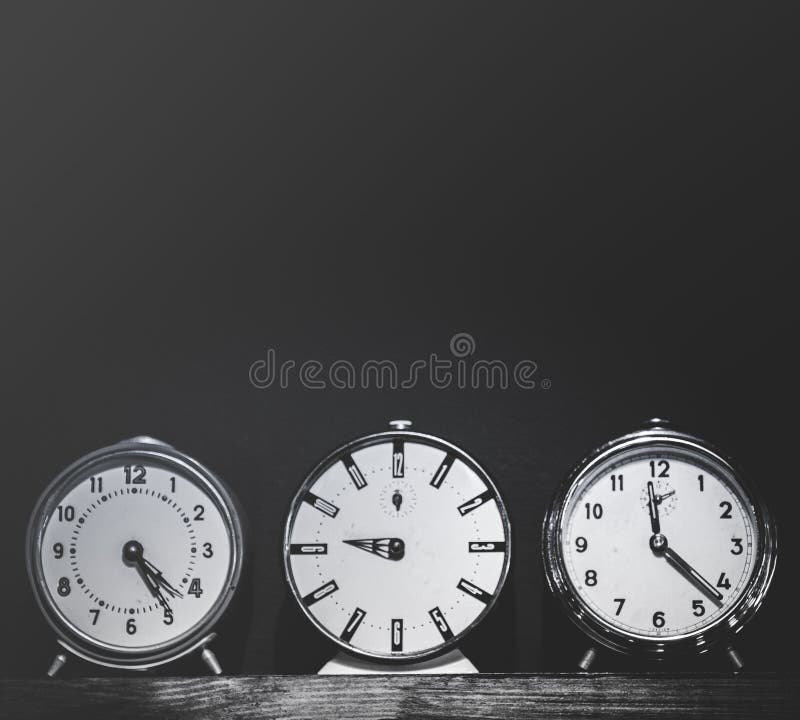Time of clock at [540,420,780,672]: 11:22
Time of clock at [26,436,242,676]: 4:24
